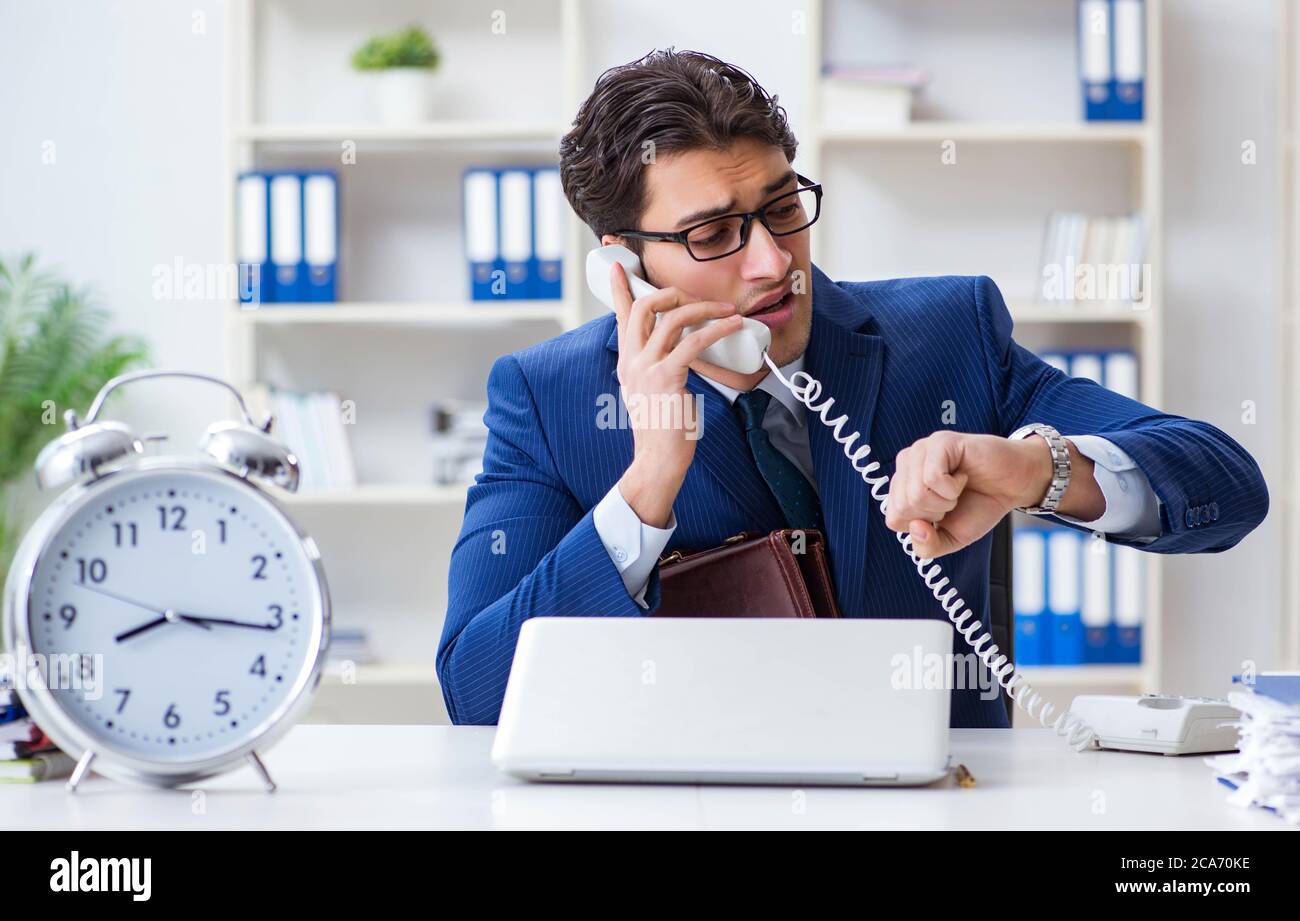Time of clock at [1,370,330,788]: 8:16
